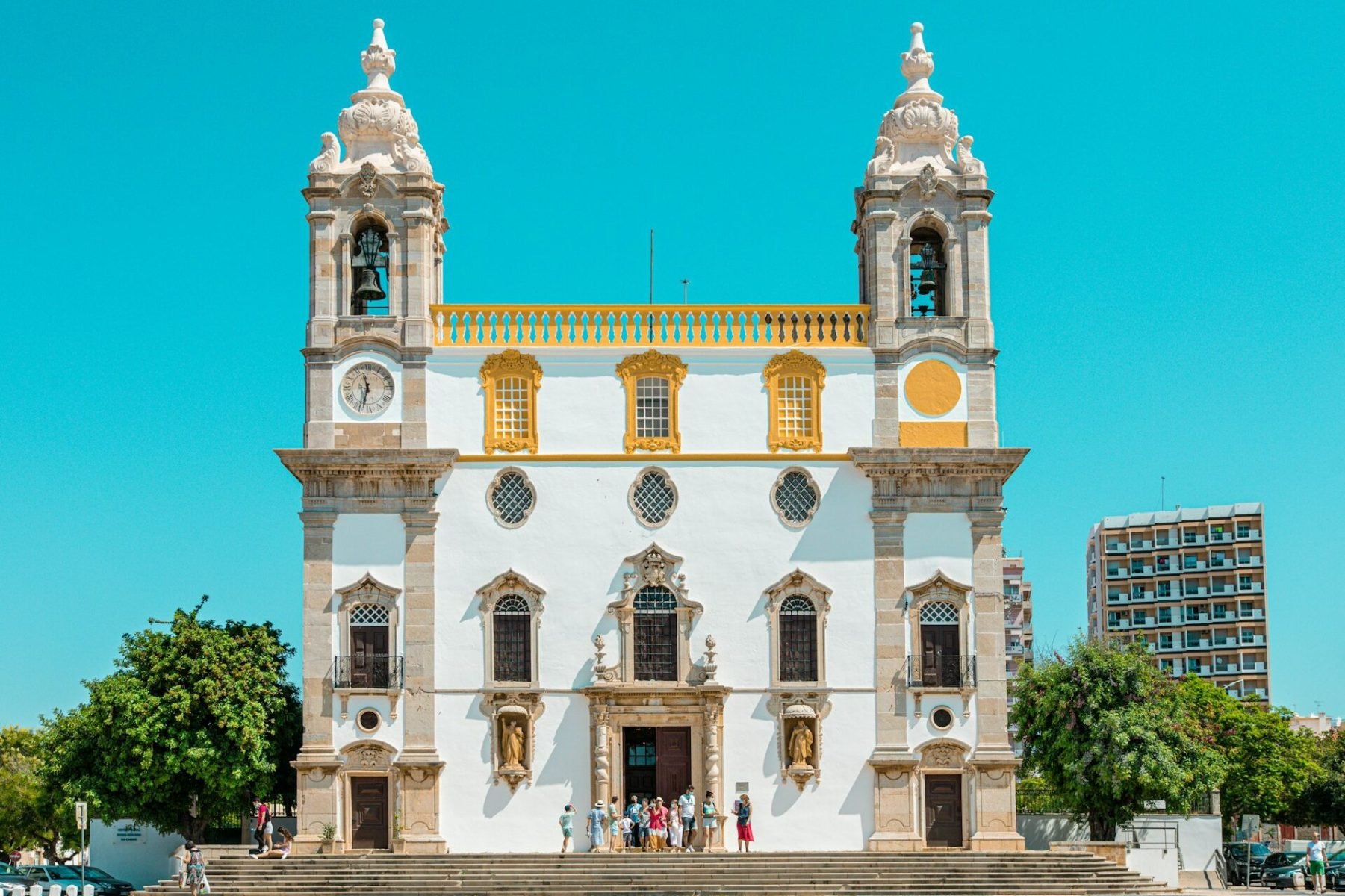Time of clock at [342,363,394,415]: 11:32
